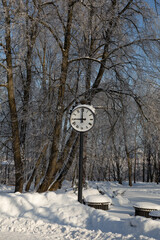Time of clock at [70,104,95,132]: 8:59
